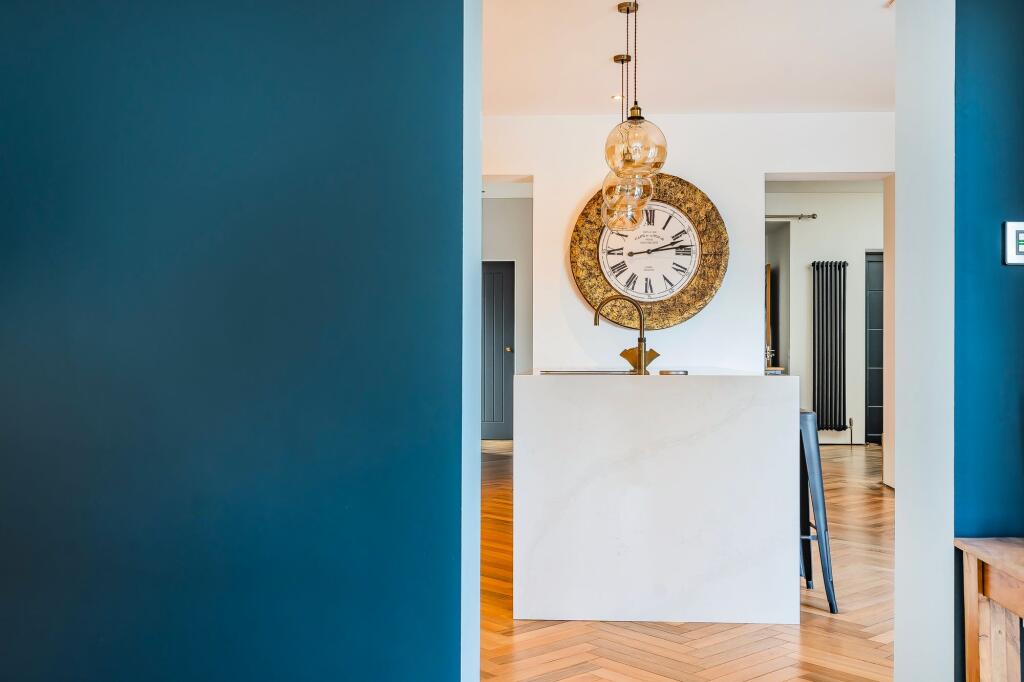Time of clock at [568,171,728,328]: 2:12
